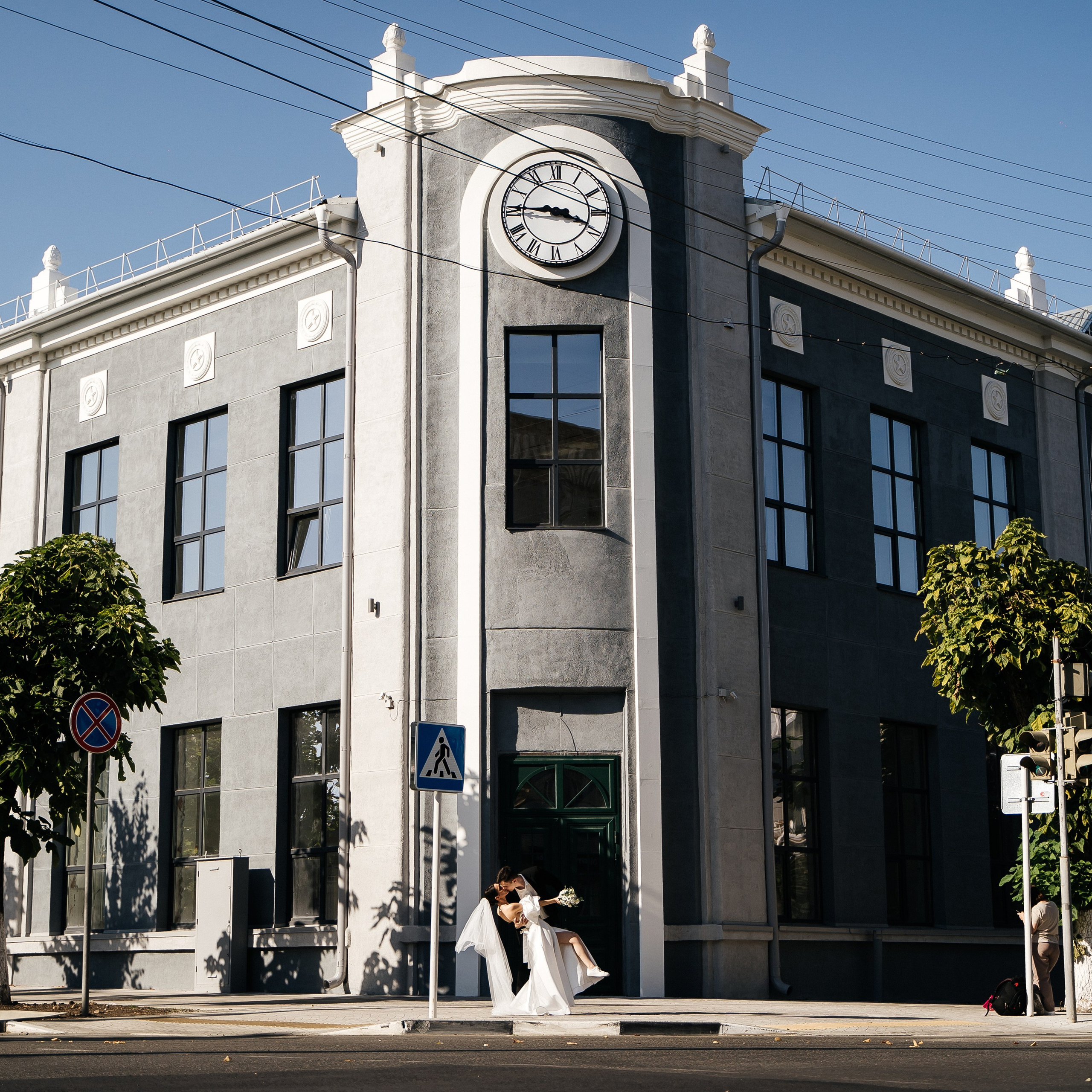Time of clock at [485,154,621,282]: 3:45
